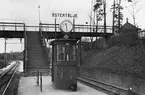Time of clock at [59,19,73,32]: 11:28
